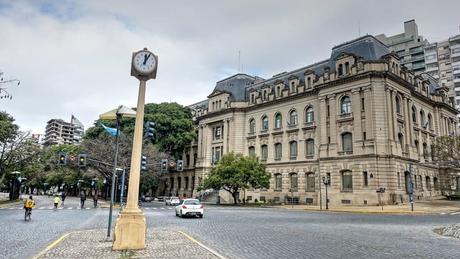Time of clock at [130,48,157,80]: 12:04
